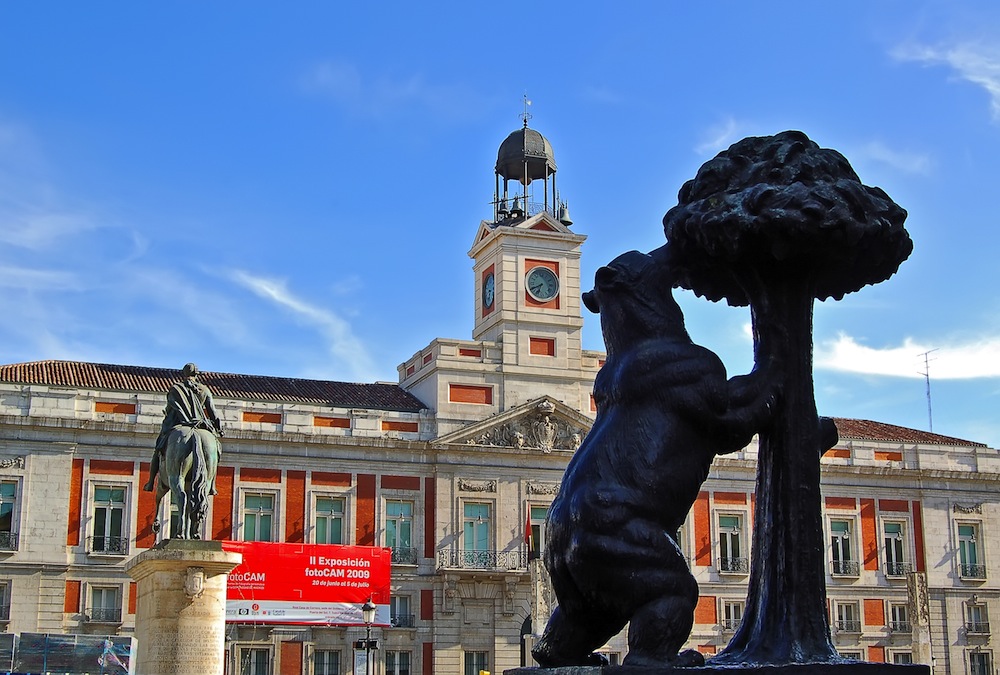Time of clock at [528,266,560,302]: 6:40
